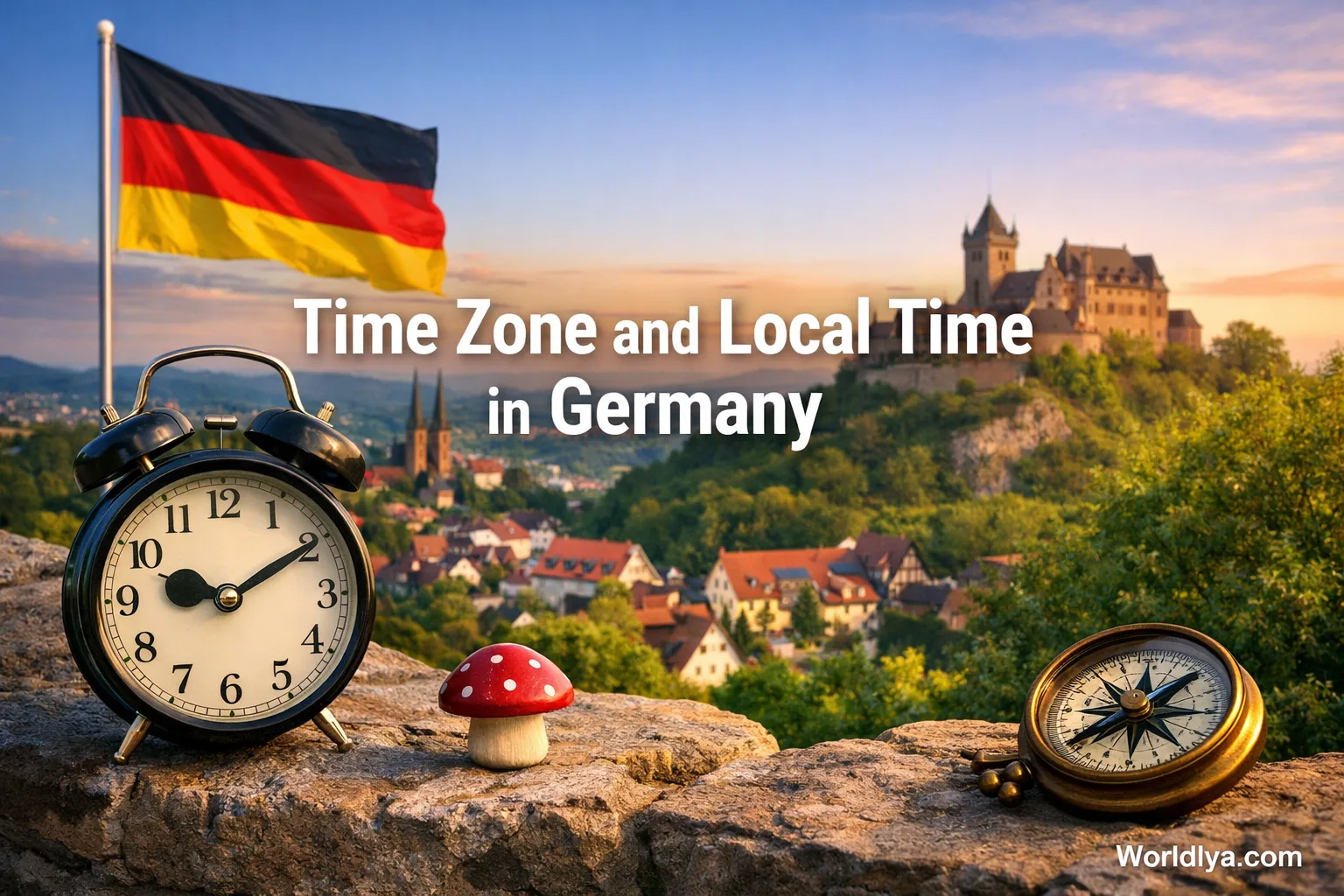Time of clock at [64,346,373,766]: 9:10
